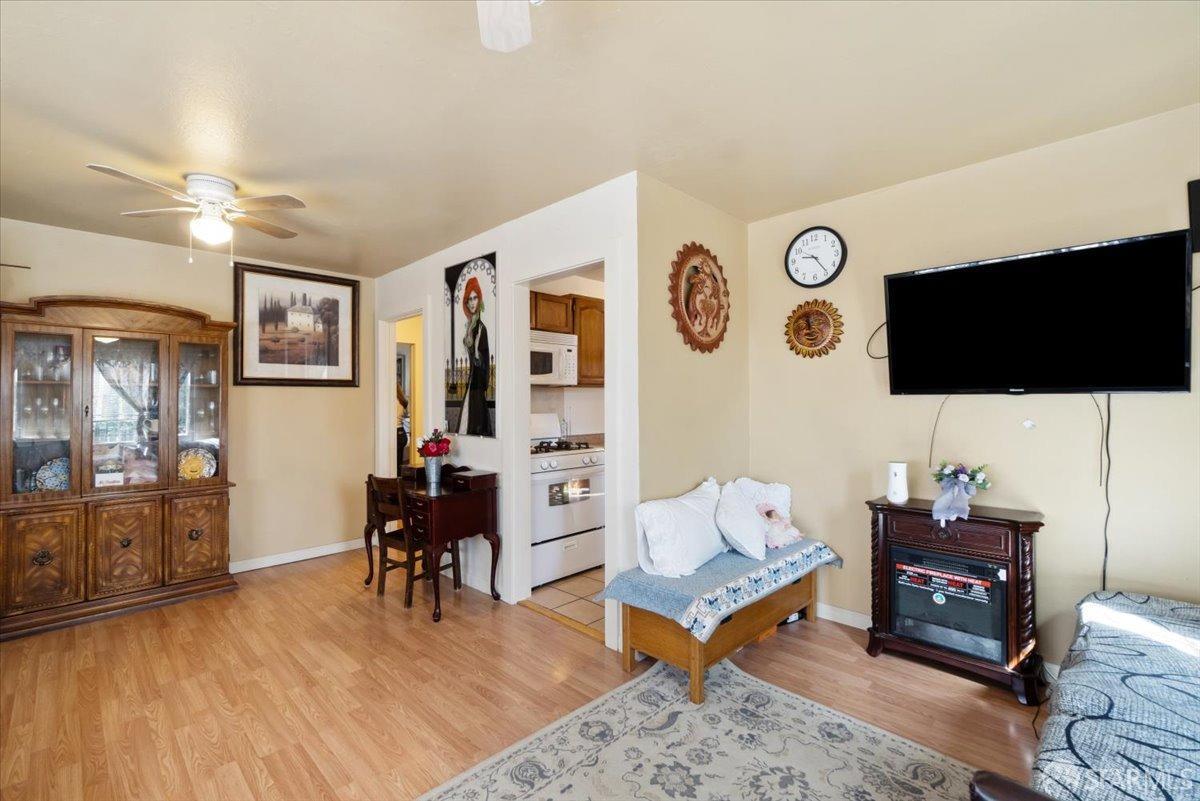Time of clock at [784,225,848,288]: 9:23
